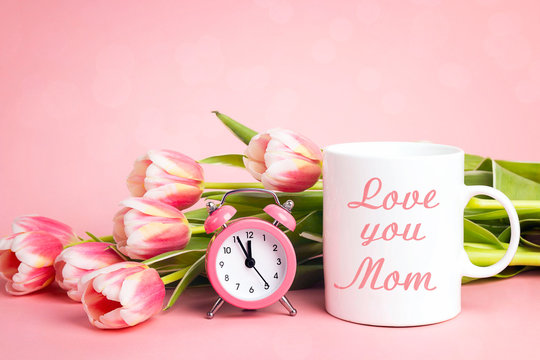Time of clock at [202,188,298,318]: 11:55
